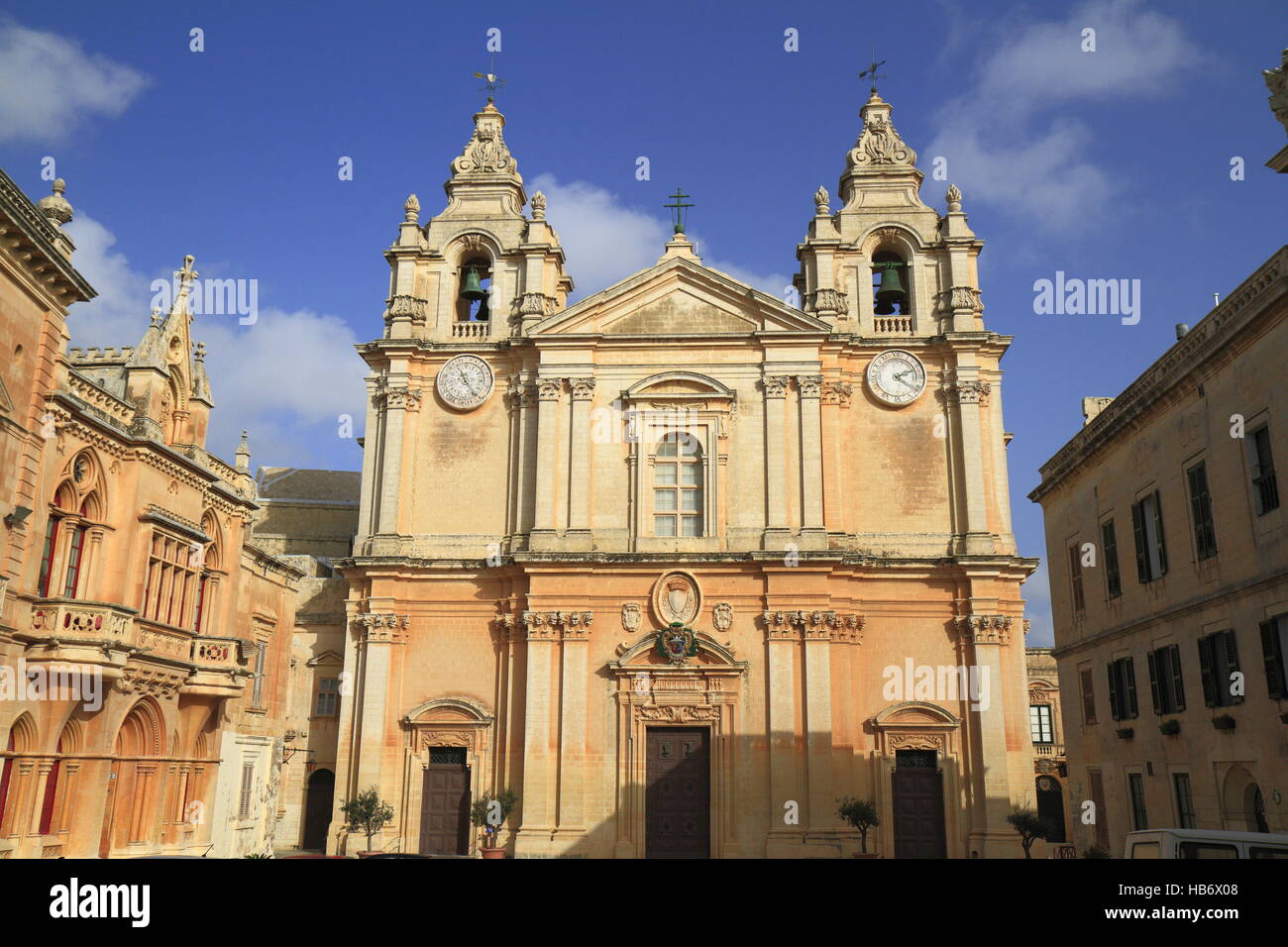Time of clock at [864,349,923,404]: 2:21
